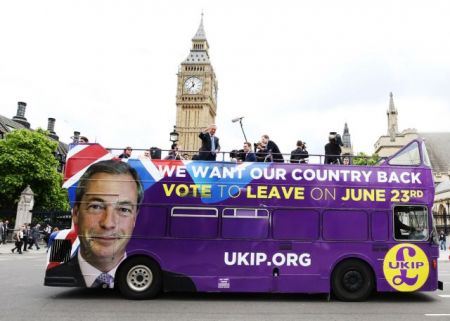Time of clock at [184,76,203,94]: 11:37
